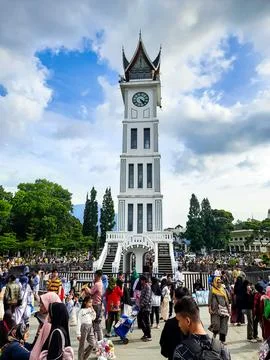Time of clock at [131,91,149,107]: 4:23
